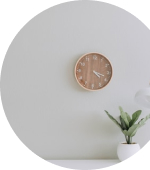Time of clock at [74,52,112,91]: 4:18
